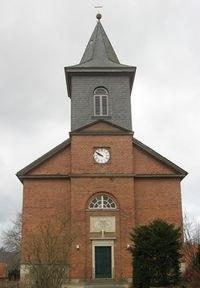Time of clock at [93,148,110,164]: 9:50
